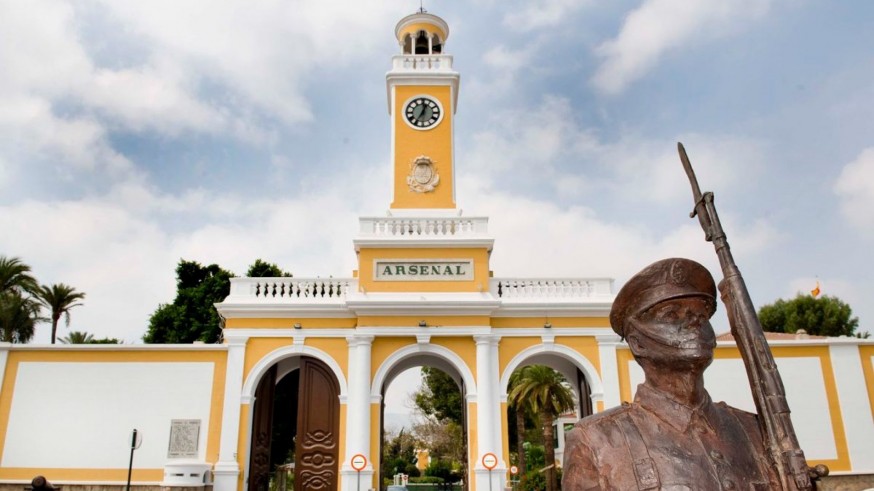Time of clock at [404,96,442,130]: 12:35
